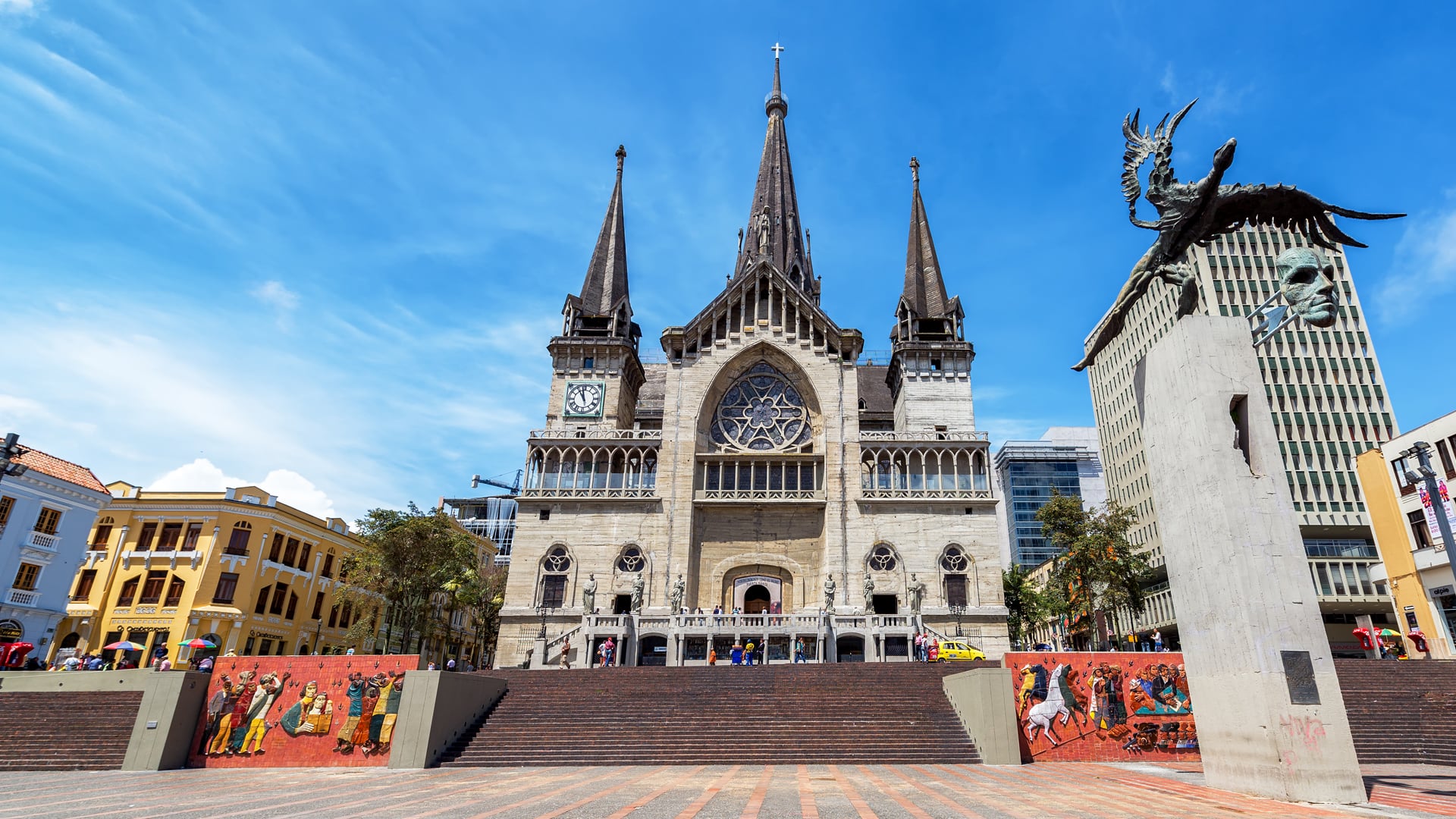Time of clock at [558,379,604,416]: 10:58
